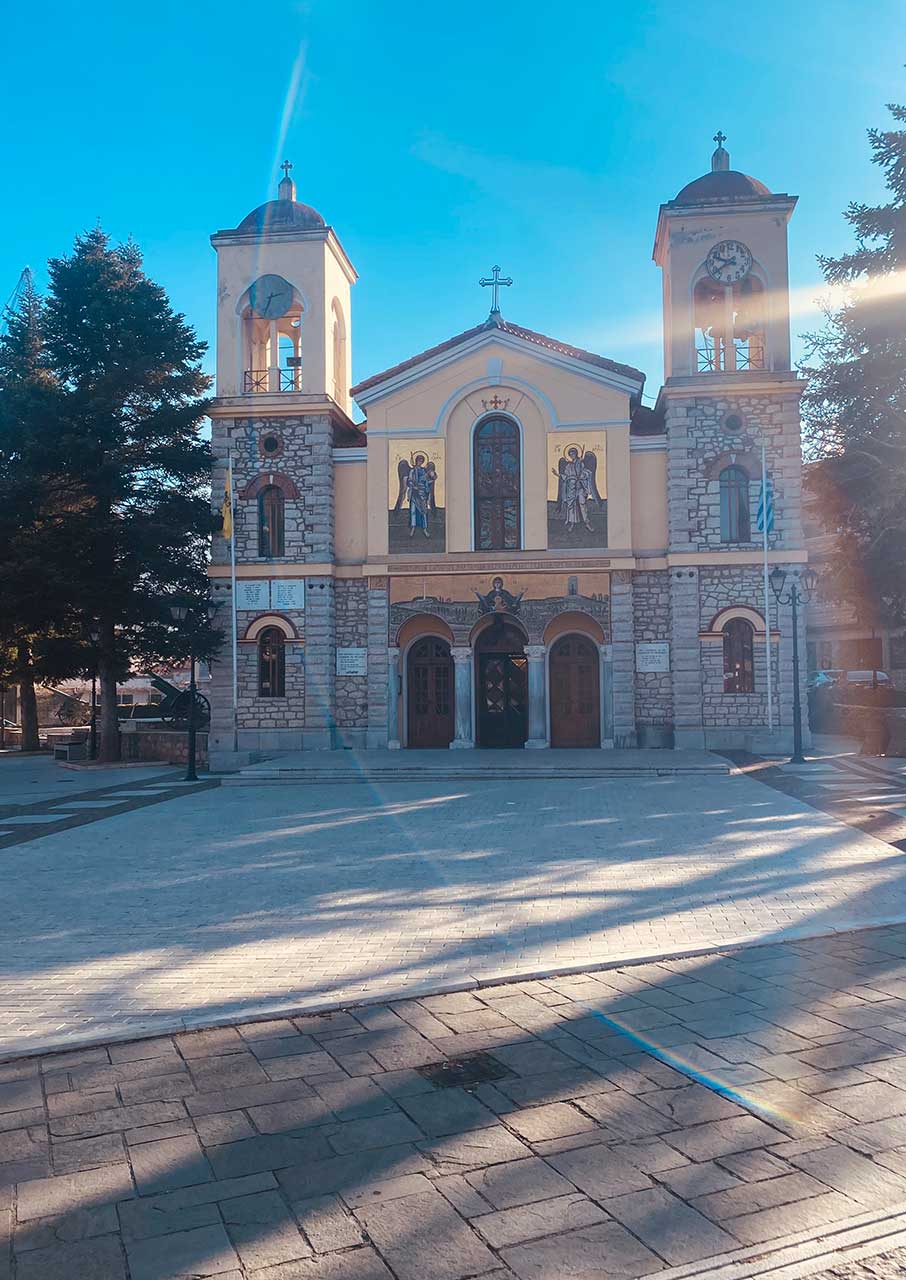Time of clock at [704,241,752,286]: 9:38
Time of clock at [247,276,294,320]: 2:33
